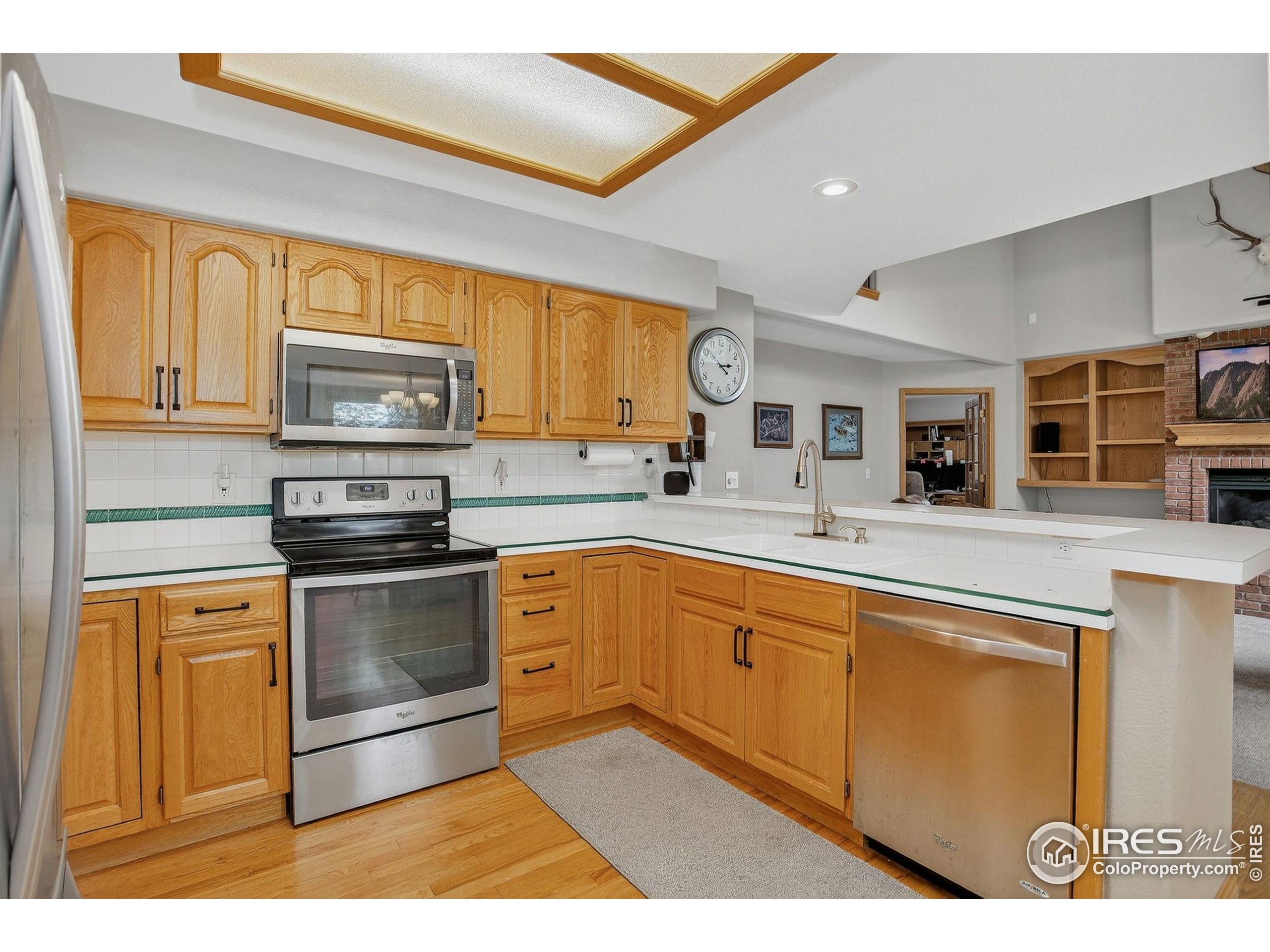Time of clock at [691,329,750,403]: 2:51
